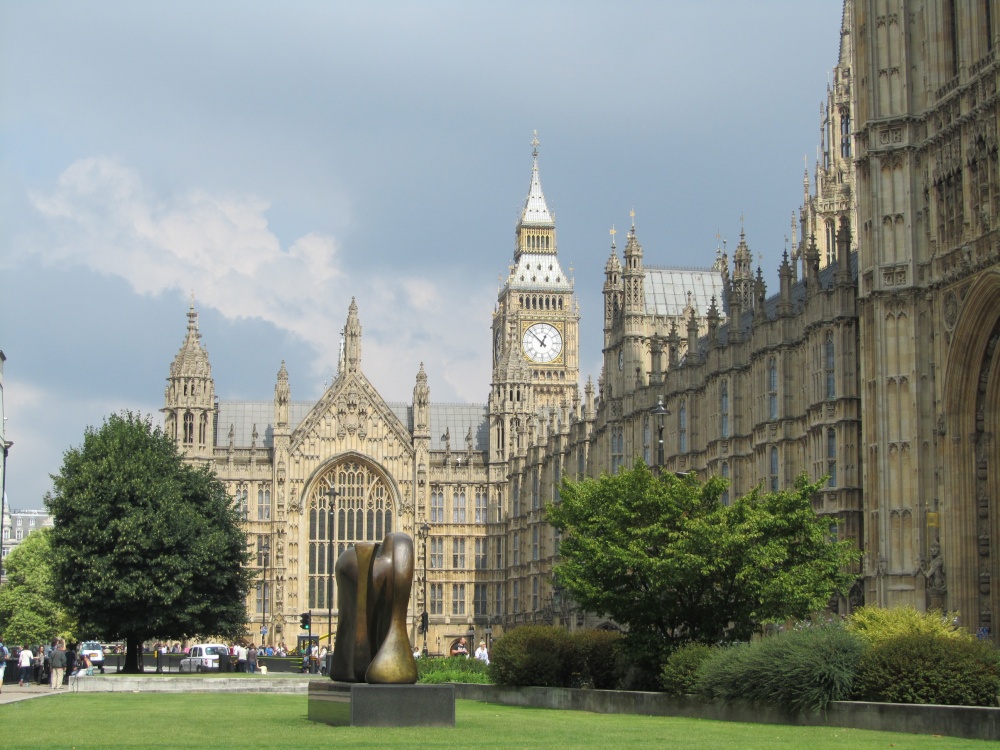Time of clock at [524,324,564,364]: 12:52
